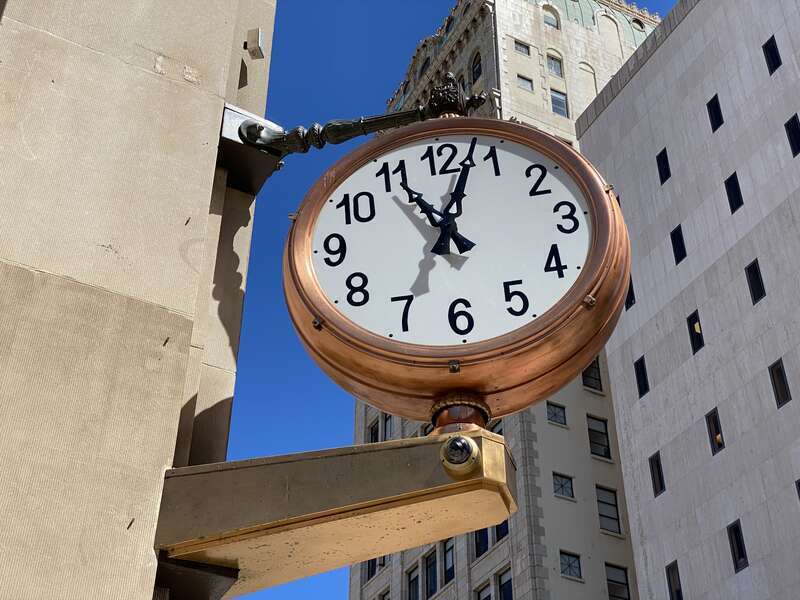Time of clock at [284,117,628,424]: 11:03
